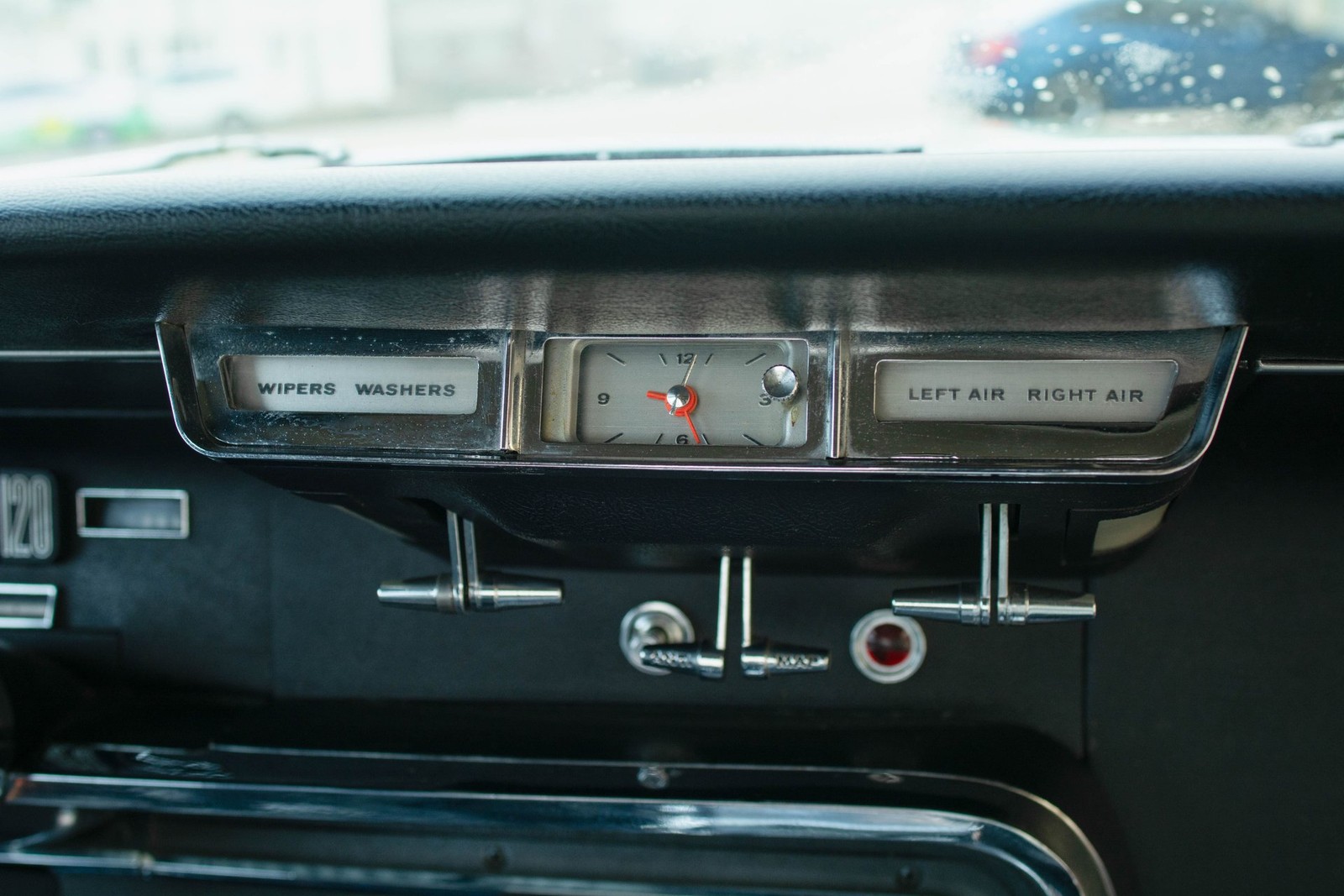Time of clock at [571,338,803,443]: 5:02
